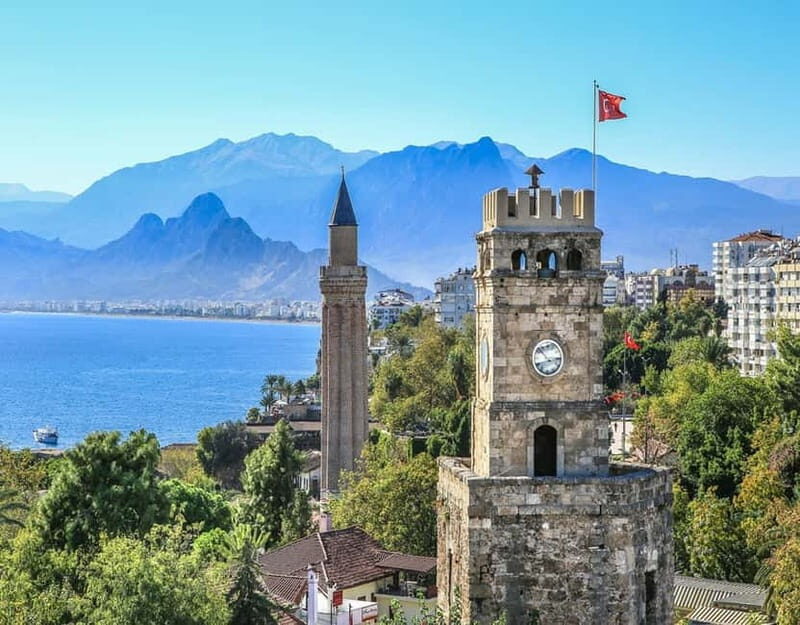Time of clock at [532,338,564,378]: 2:52
